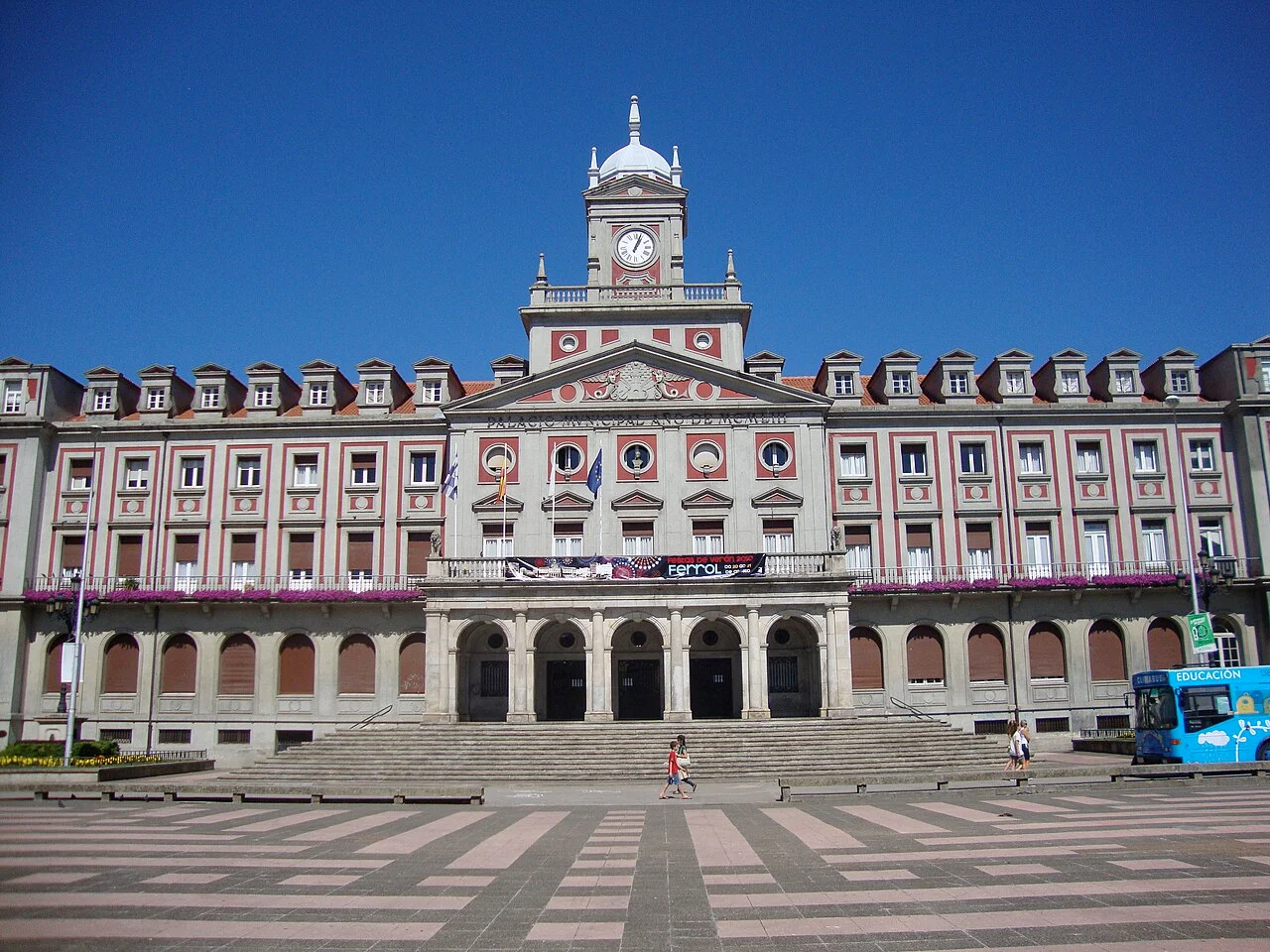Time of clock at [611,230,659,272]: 1:03
